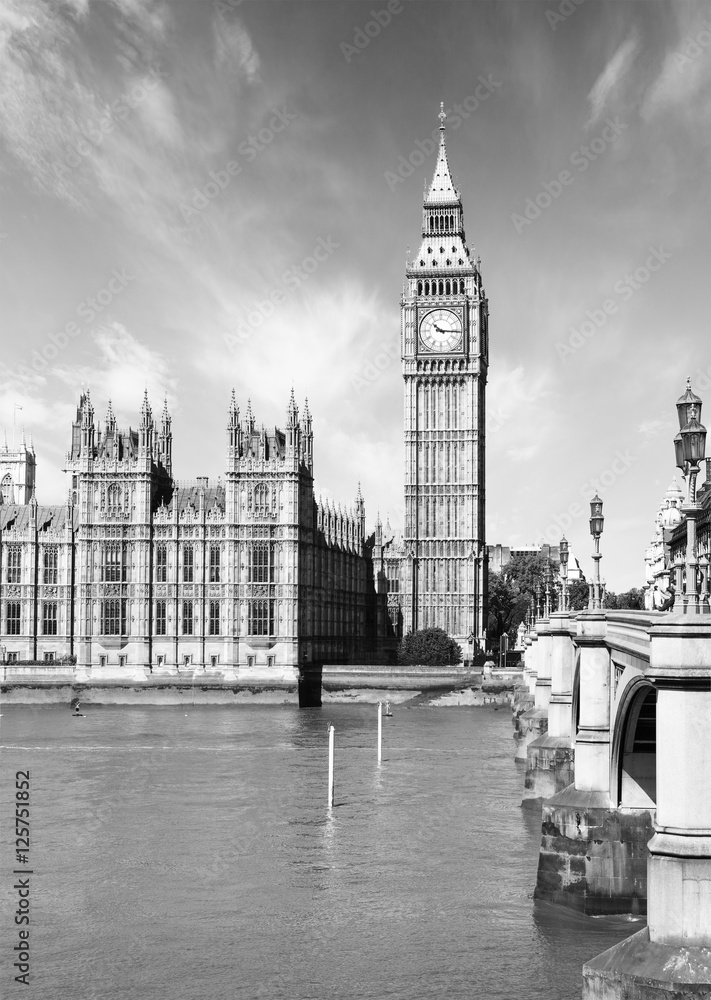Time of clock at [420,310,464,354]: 10:15
